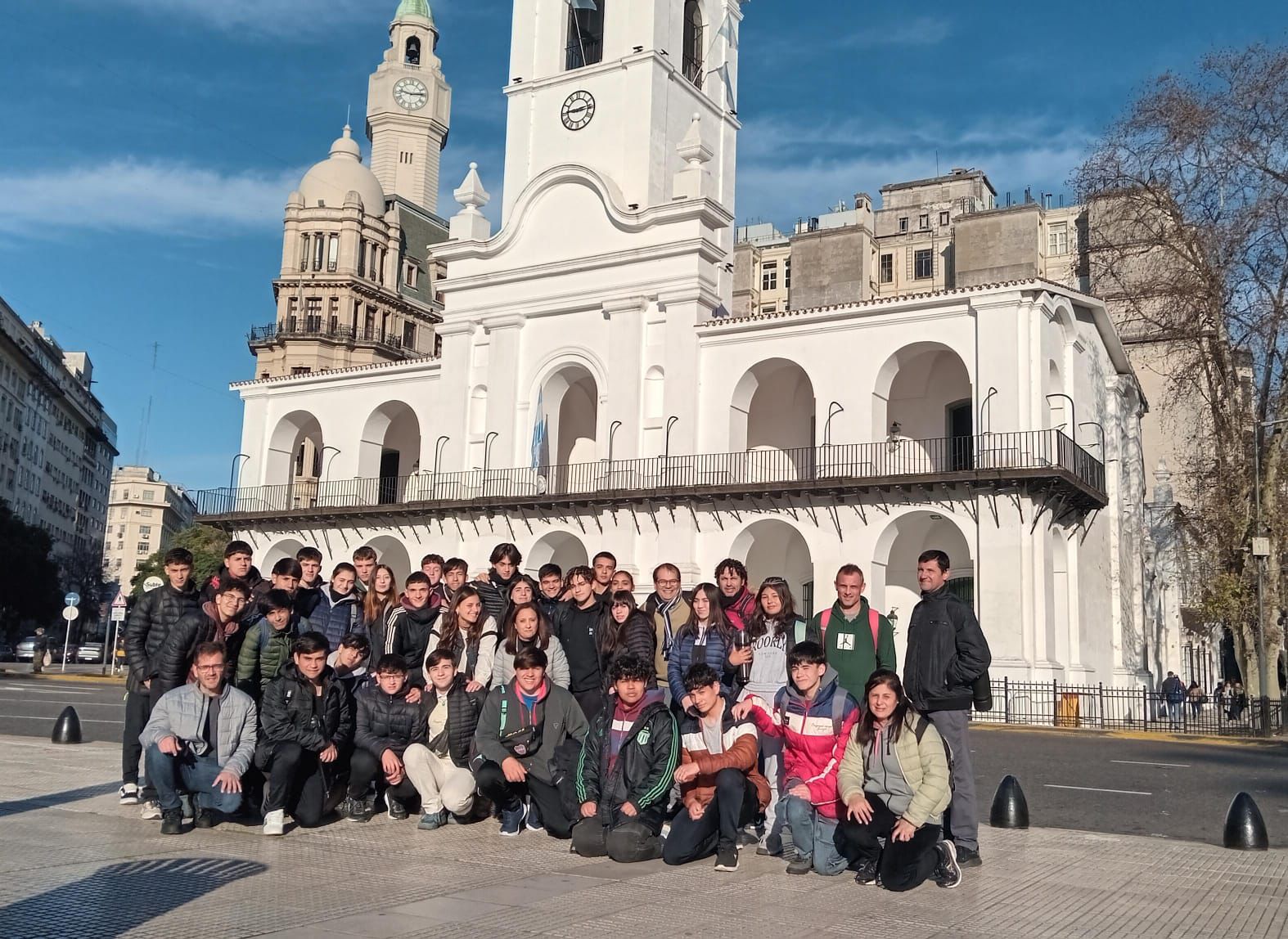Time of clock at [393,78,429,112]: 9:13
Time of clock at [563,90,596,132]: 9:13
